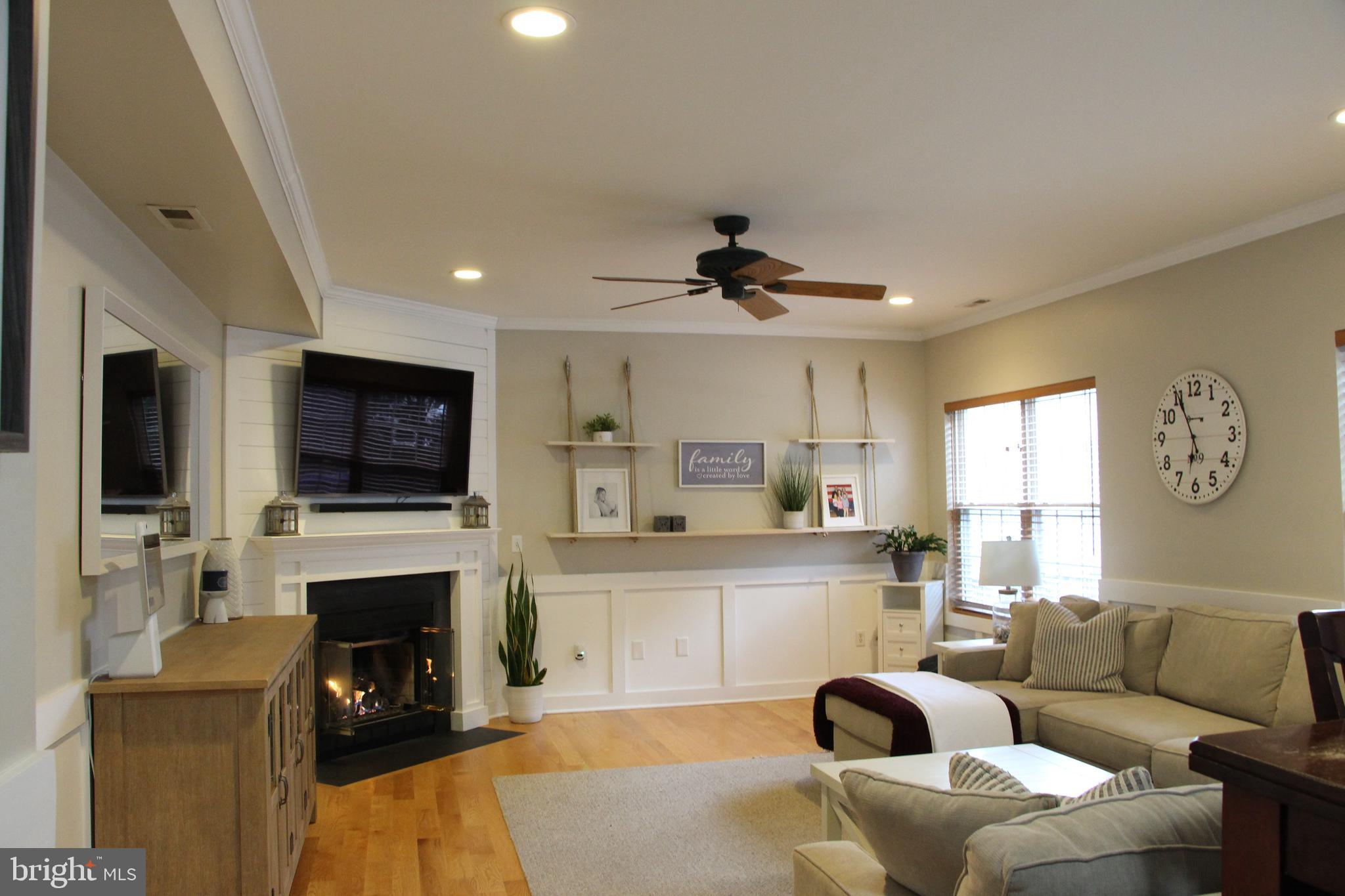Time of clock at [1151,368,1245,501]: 5:55
